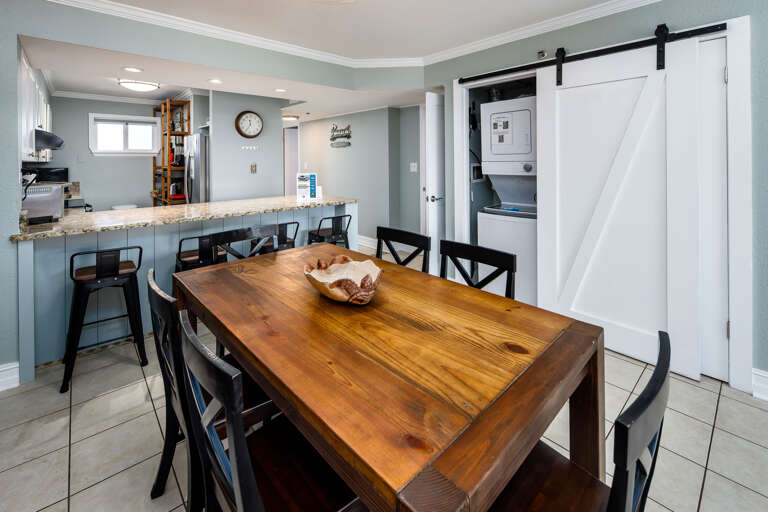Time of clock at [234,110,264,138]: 11:34
